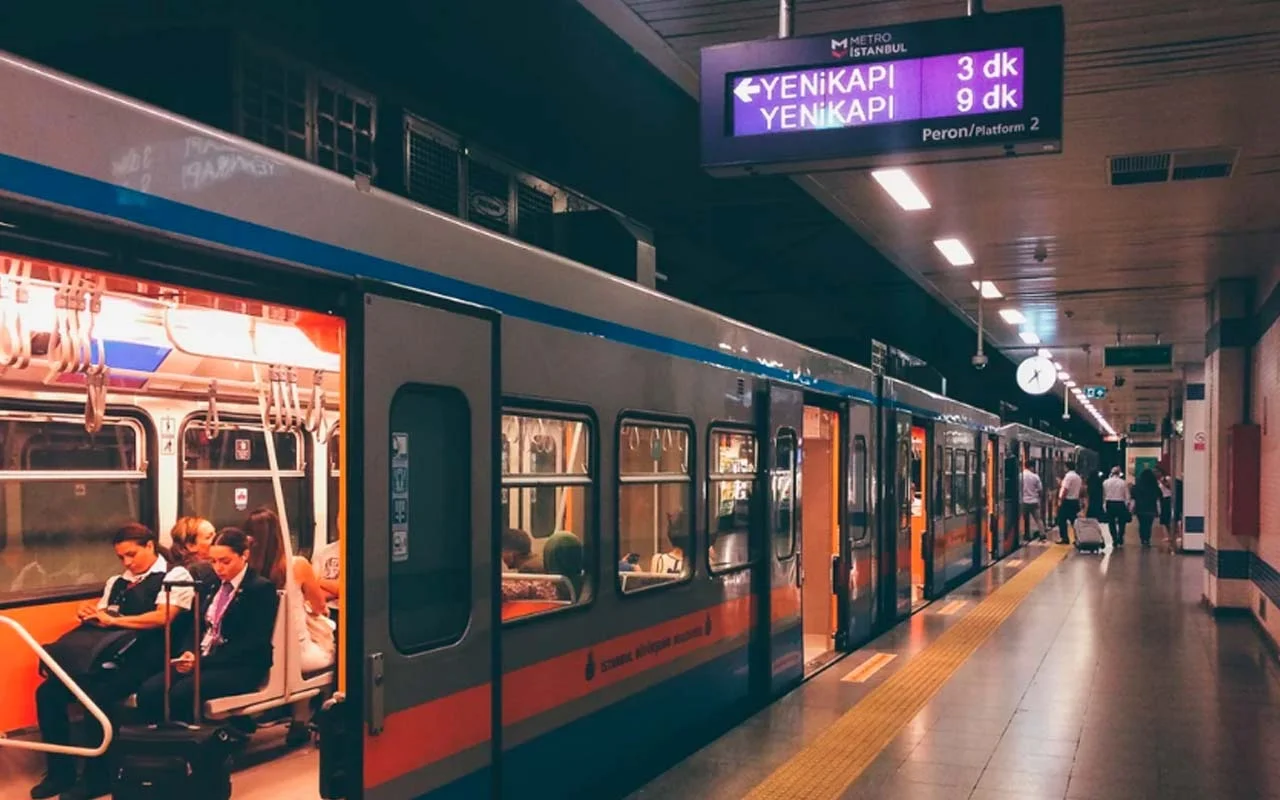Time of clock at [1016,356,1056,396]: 7:27
